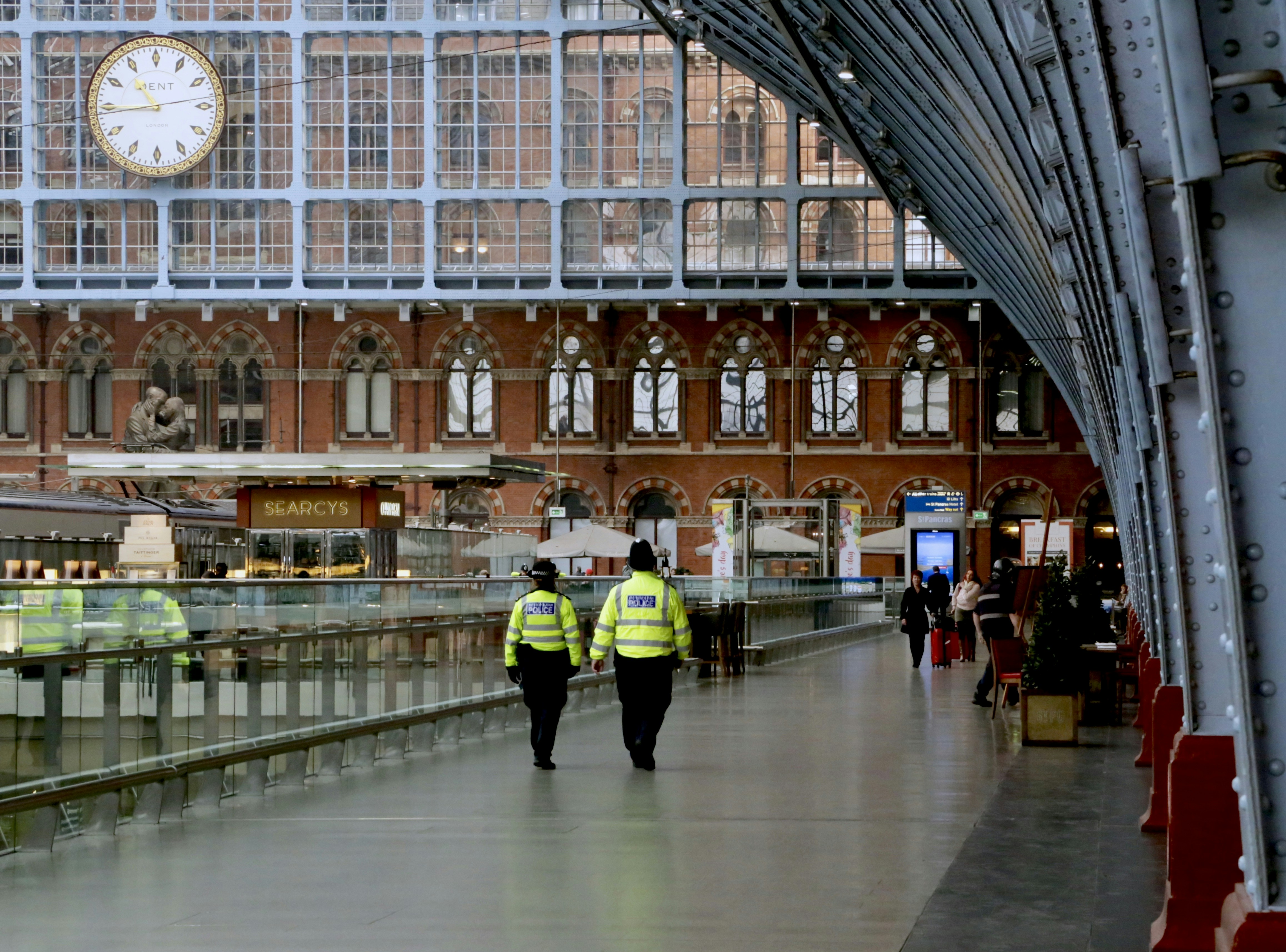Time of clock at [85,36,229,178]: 10:44
